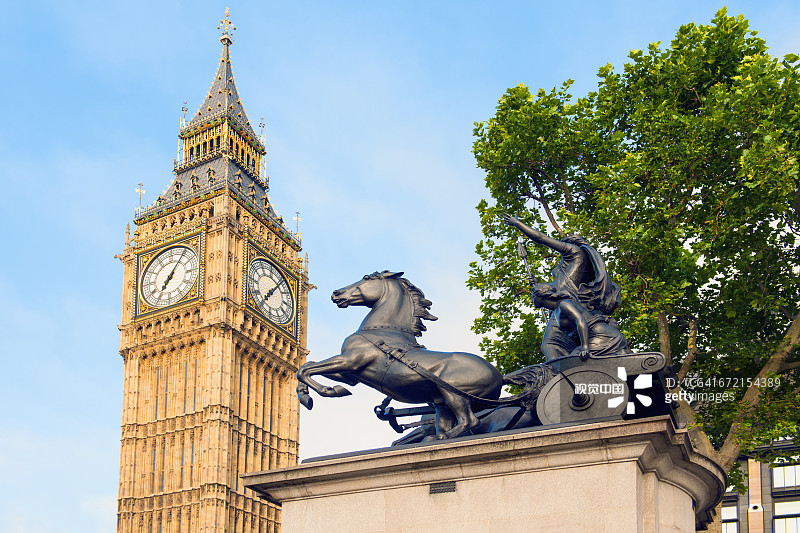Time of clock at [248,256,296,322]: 7:06
